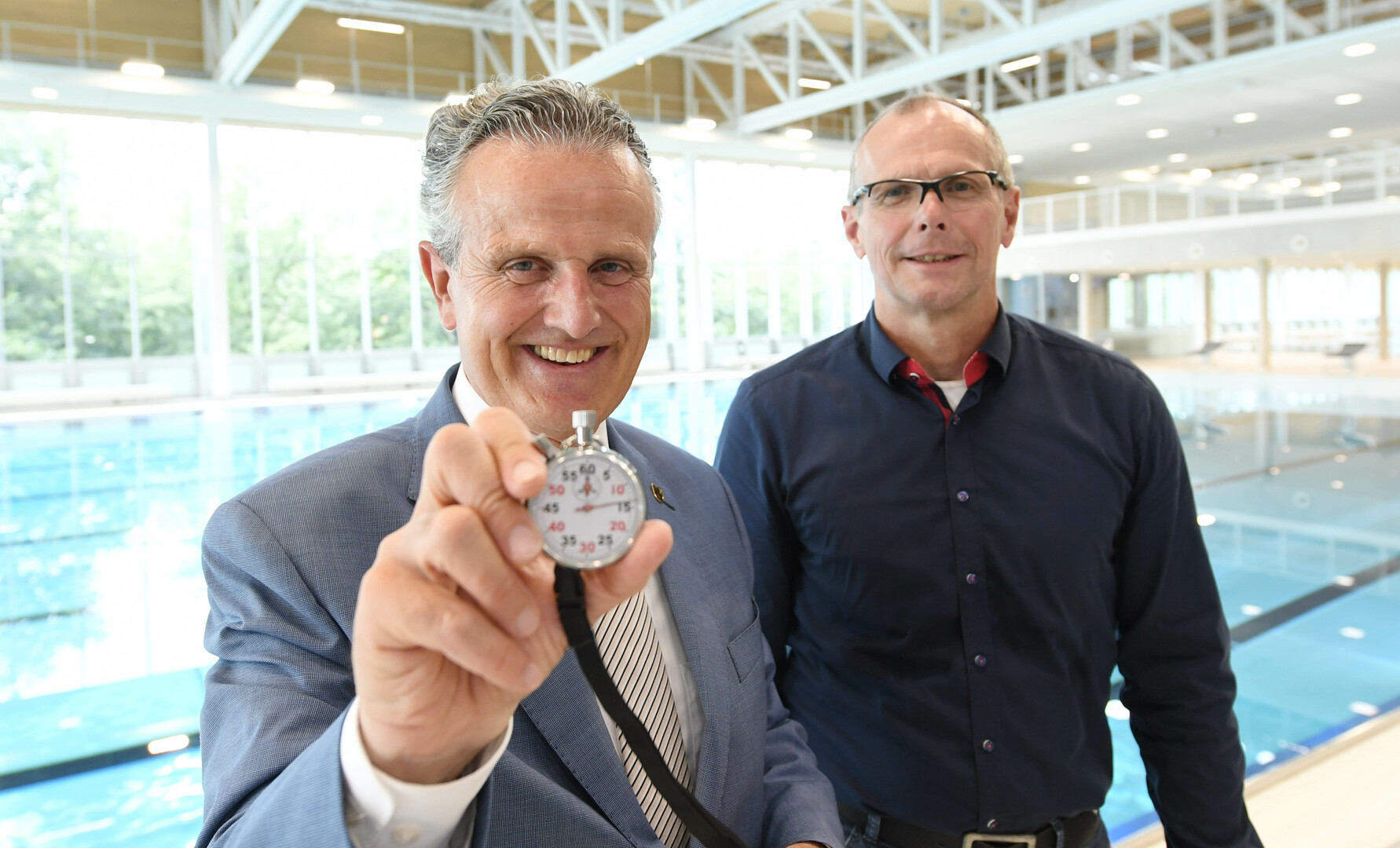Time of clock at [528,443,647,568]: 12:13
